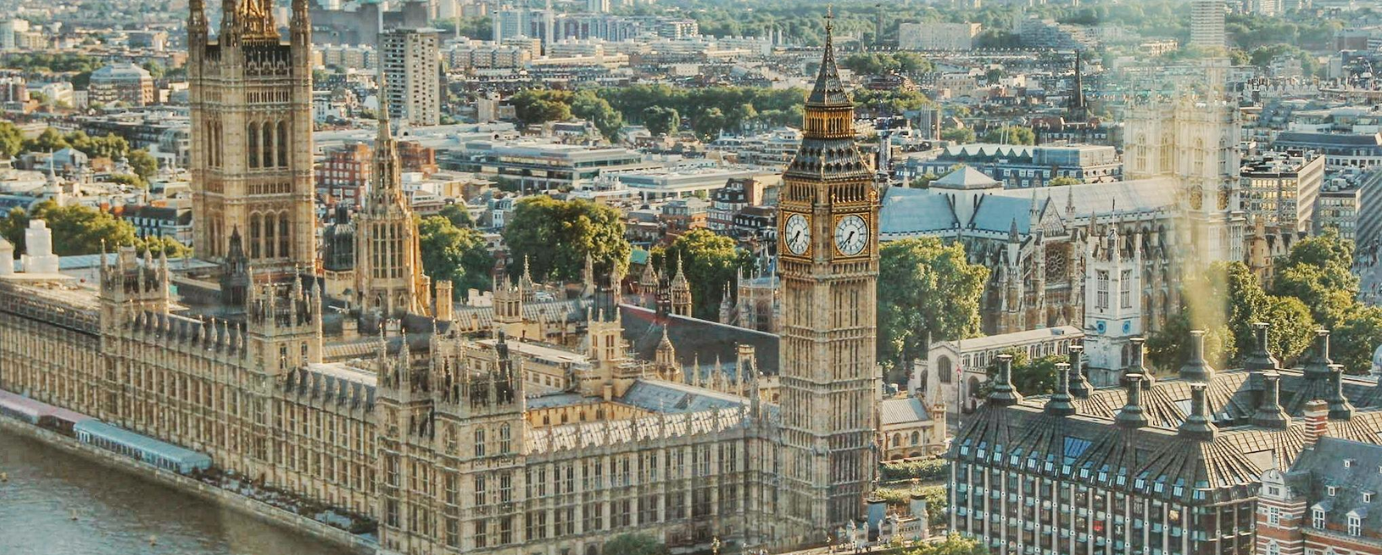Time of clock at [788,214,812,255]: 6:38
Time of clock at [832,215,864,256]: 6:37
